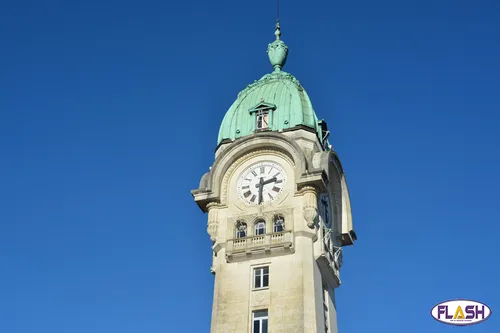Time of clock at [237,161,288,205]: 2:30
